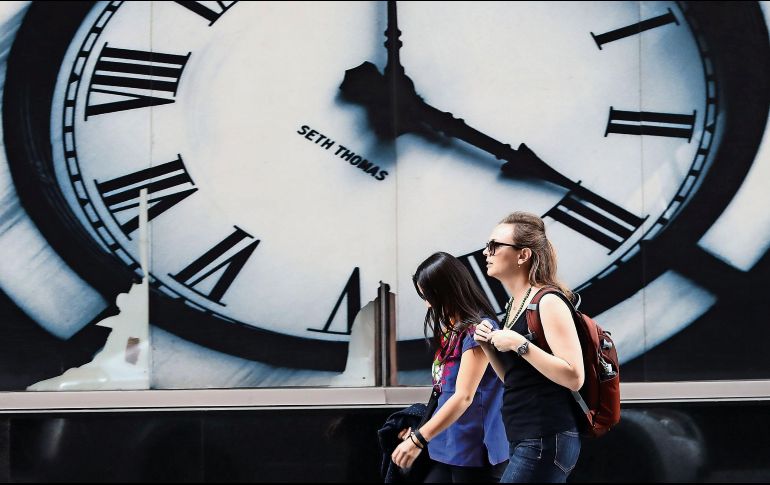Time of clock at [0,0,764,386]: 3:58
